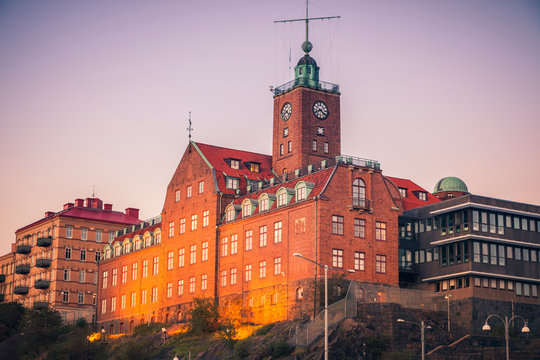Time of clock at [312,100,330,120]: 8:21
